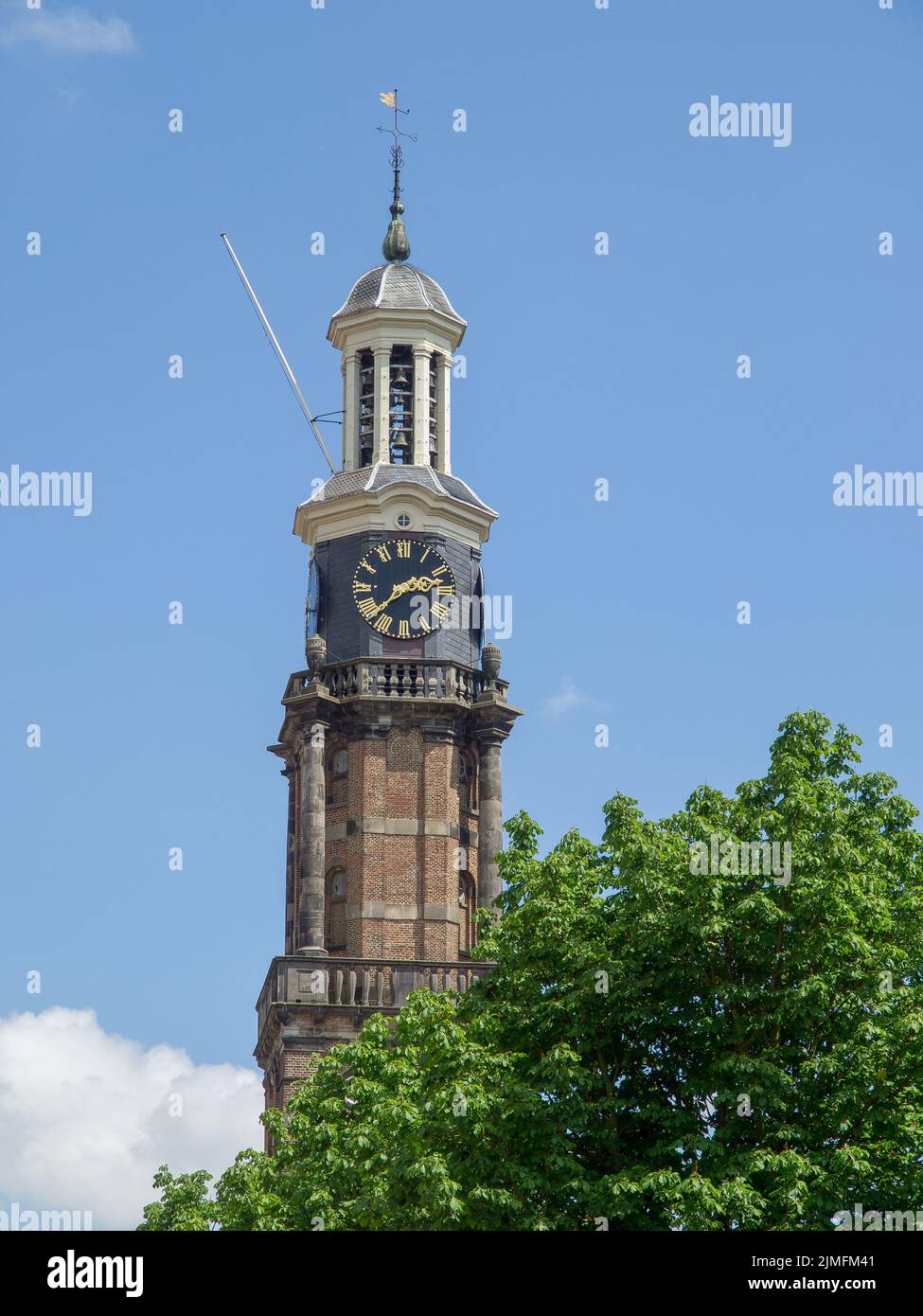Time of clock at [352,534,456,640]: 2:38
